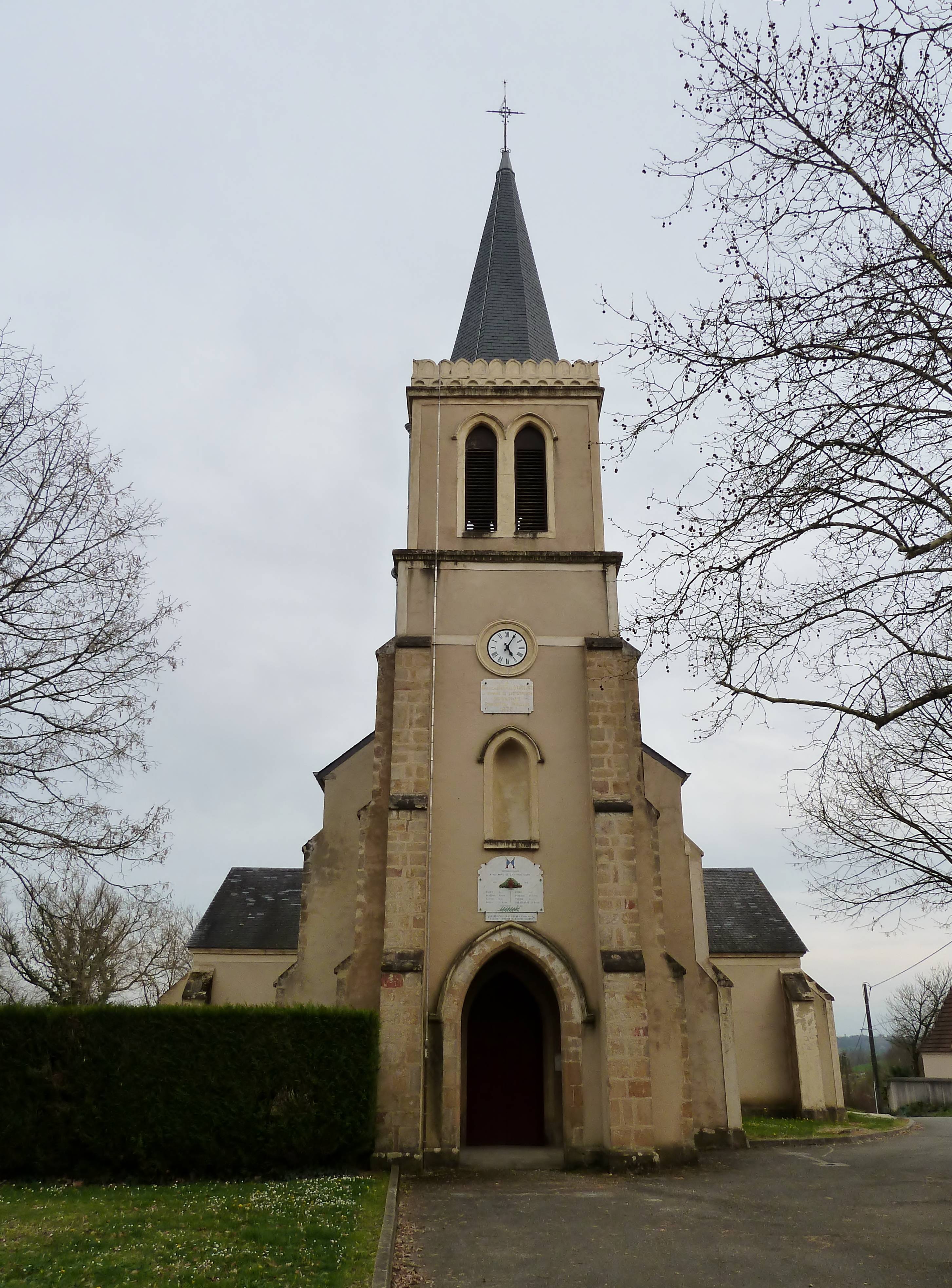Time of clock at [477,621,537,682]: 5:05
